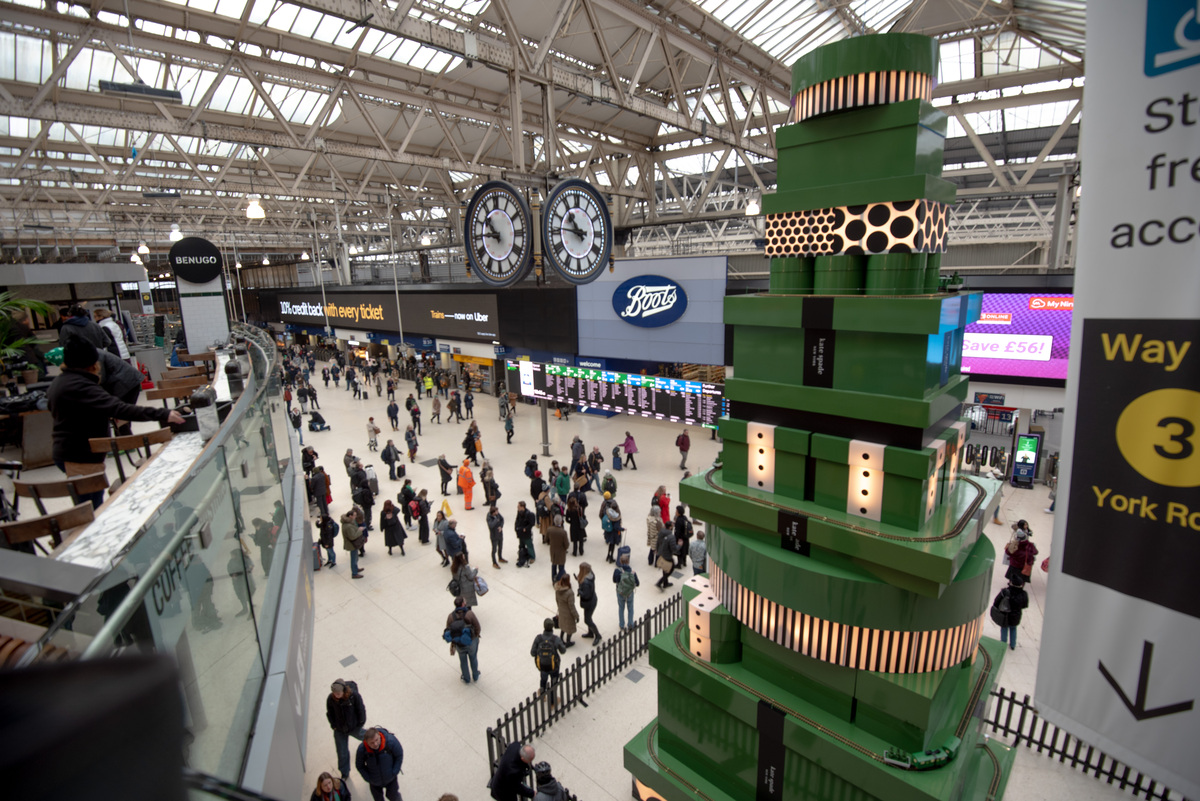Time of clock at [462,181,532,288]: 10:45
